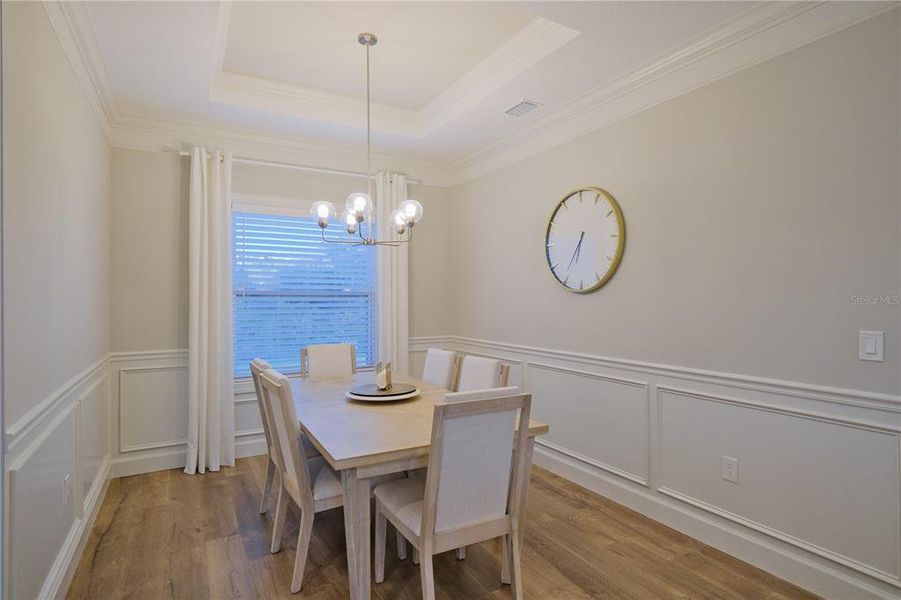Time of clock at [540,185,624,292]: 6:36
